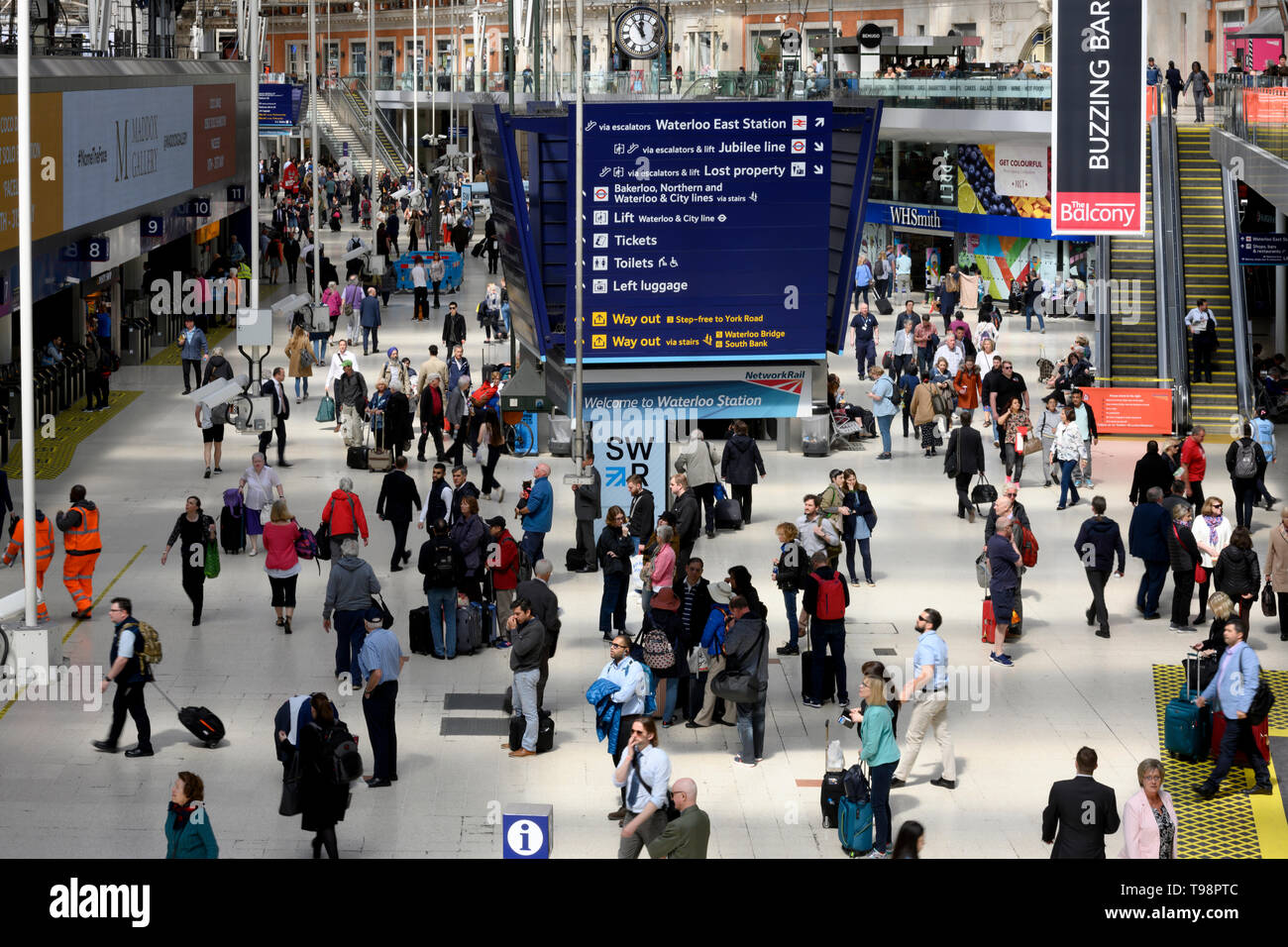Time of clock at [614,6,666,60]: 11:54
